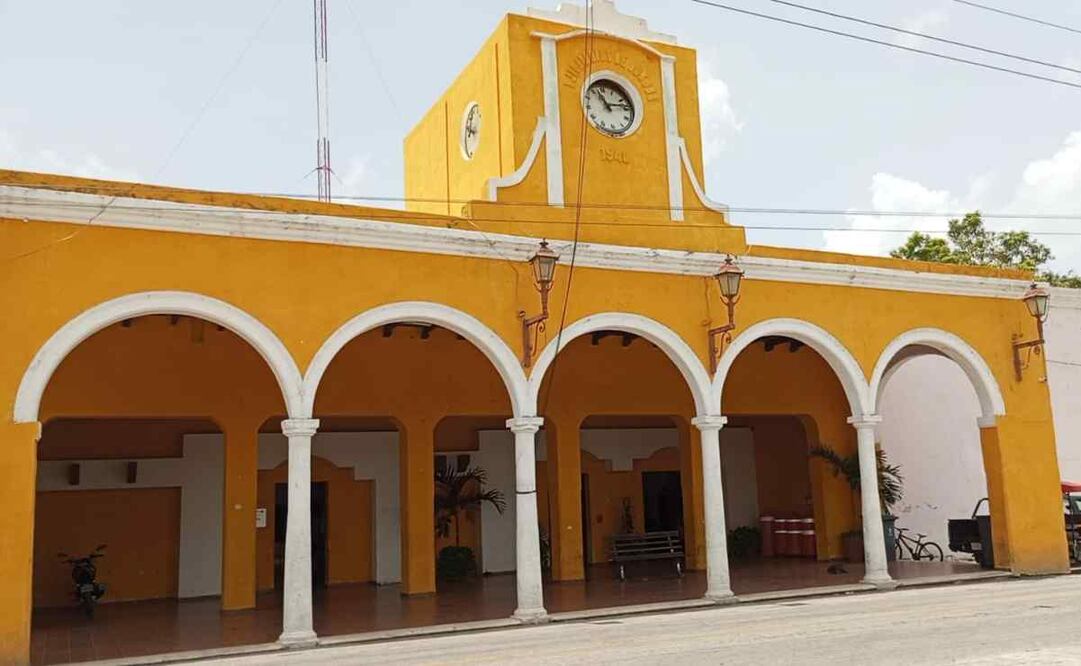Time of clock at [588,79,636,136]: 11:13
